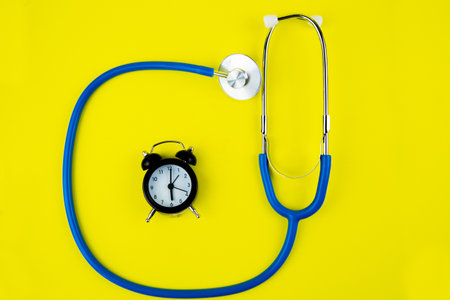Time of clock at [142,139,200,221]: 6:01
